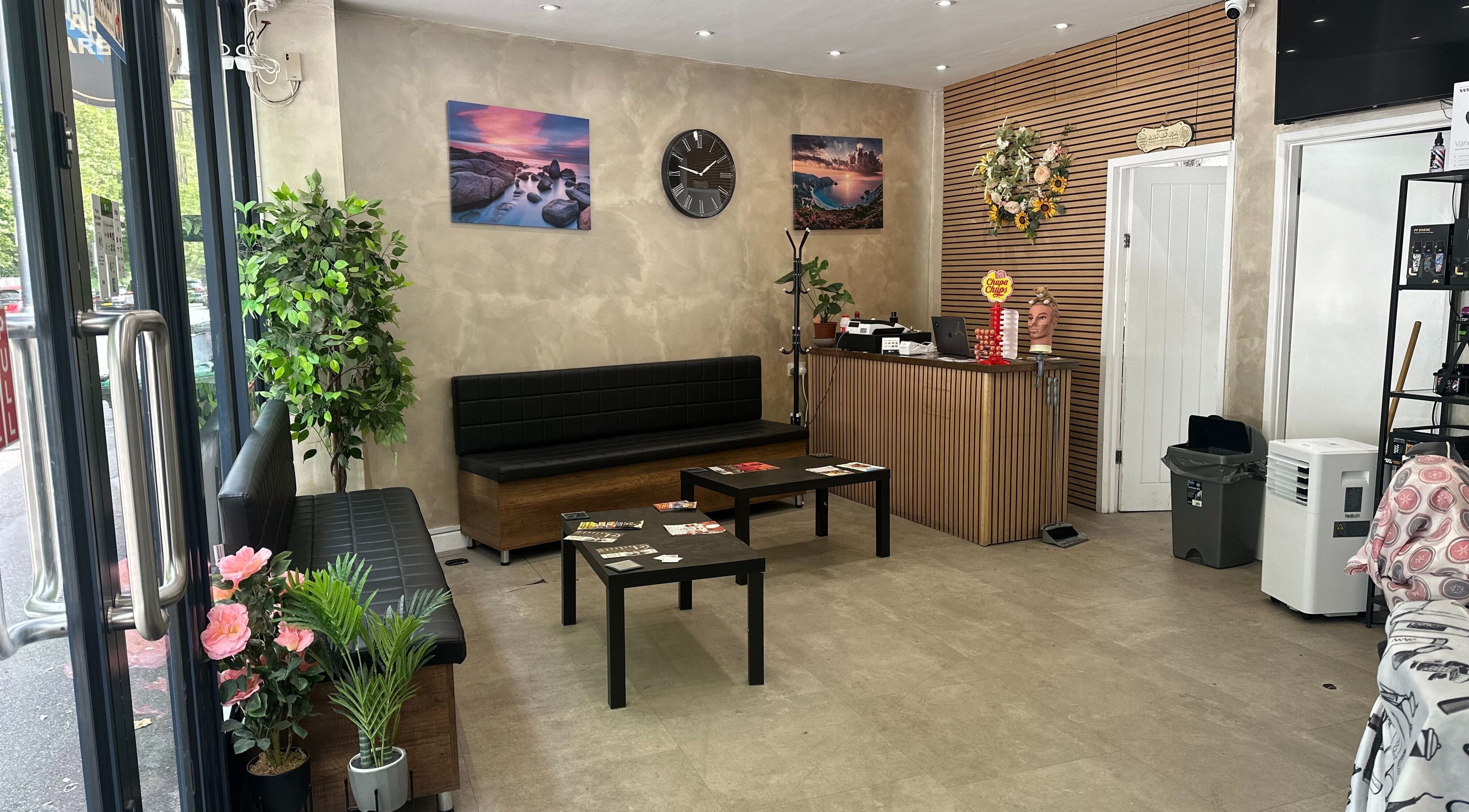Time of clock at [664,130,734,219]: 1:47
